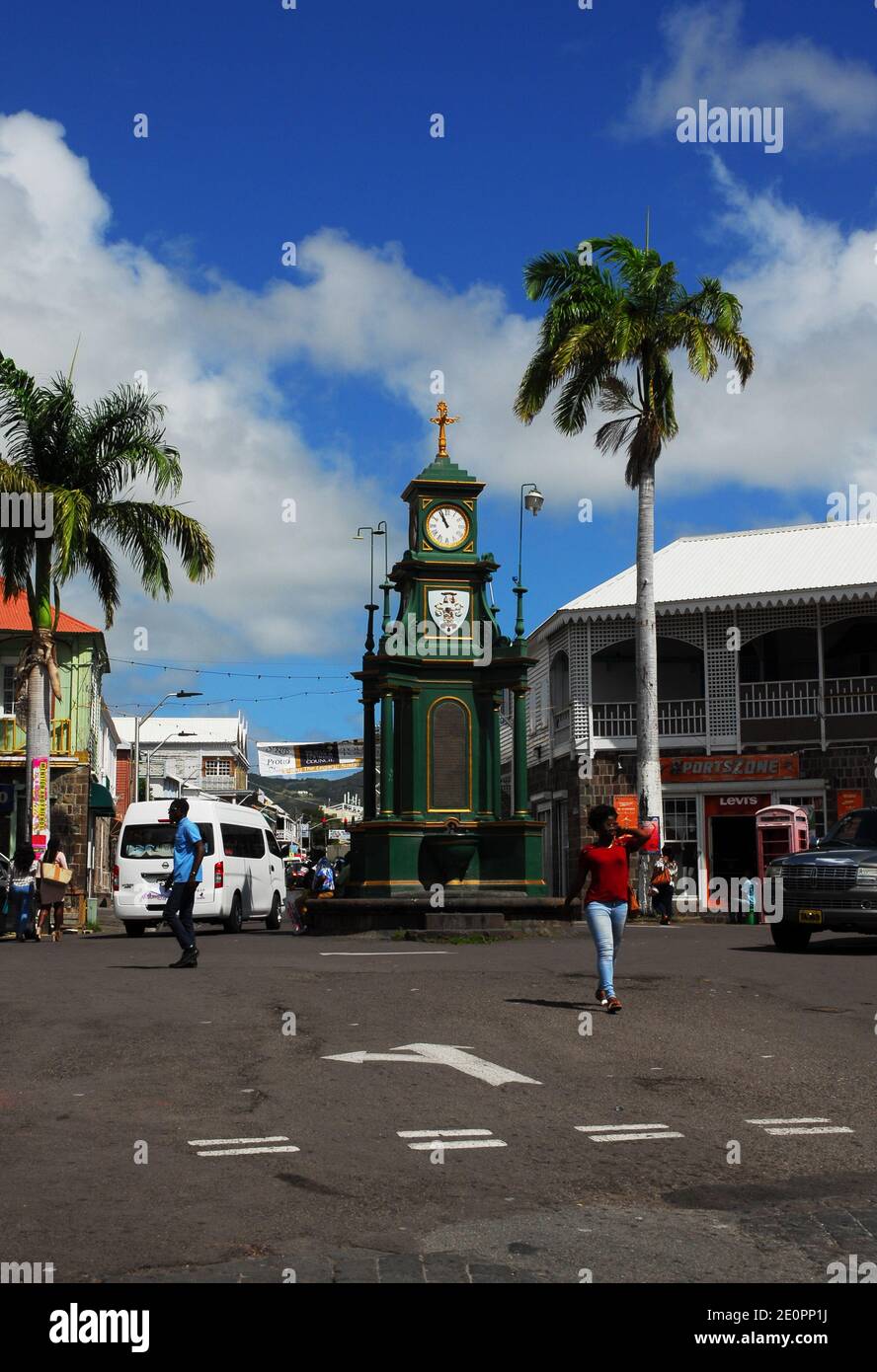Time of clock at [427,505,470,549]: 10:56
